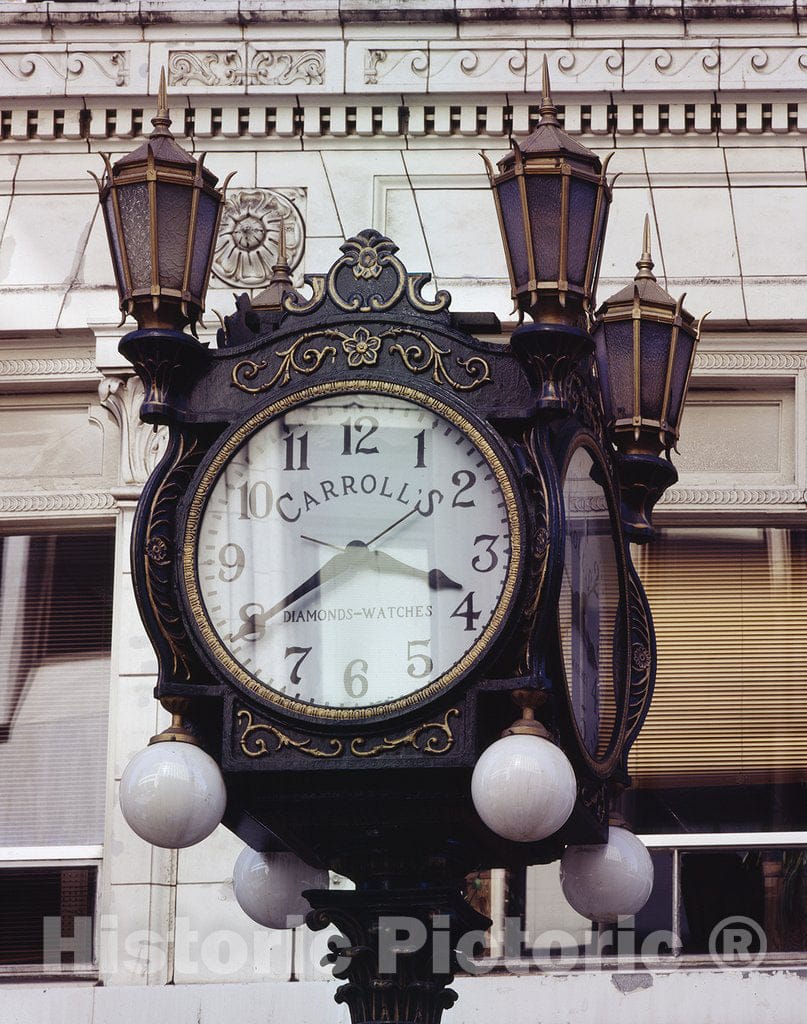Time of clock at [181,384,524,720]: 3:39
